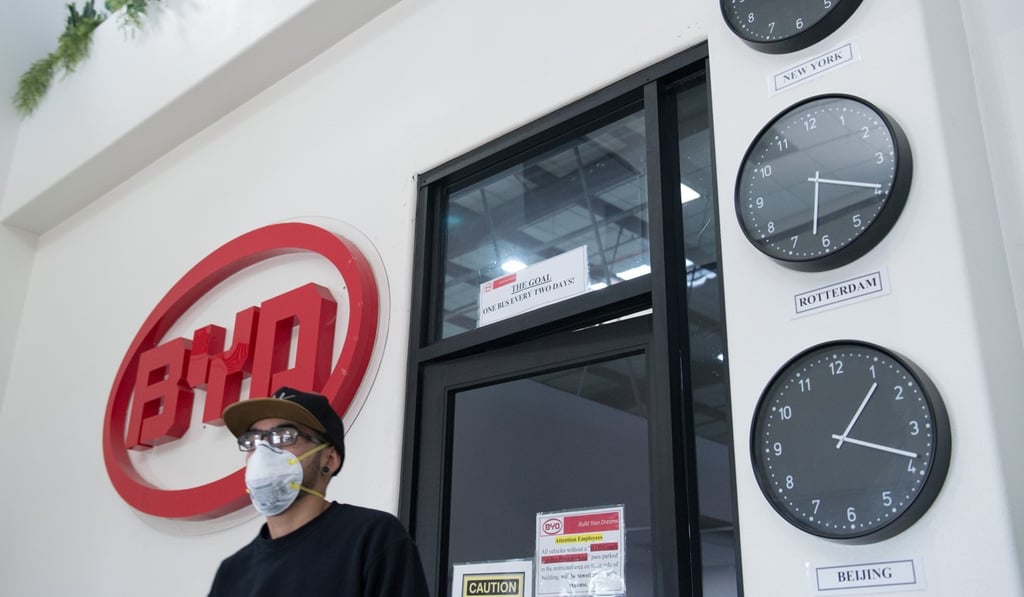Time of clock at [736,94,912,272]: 6:19
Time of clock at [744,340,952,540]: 1:18
